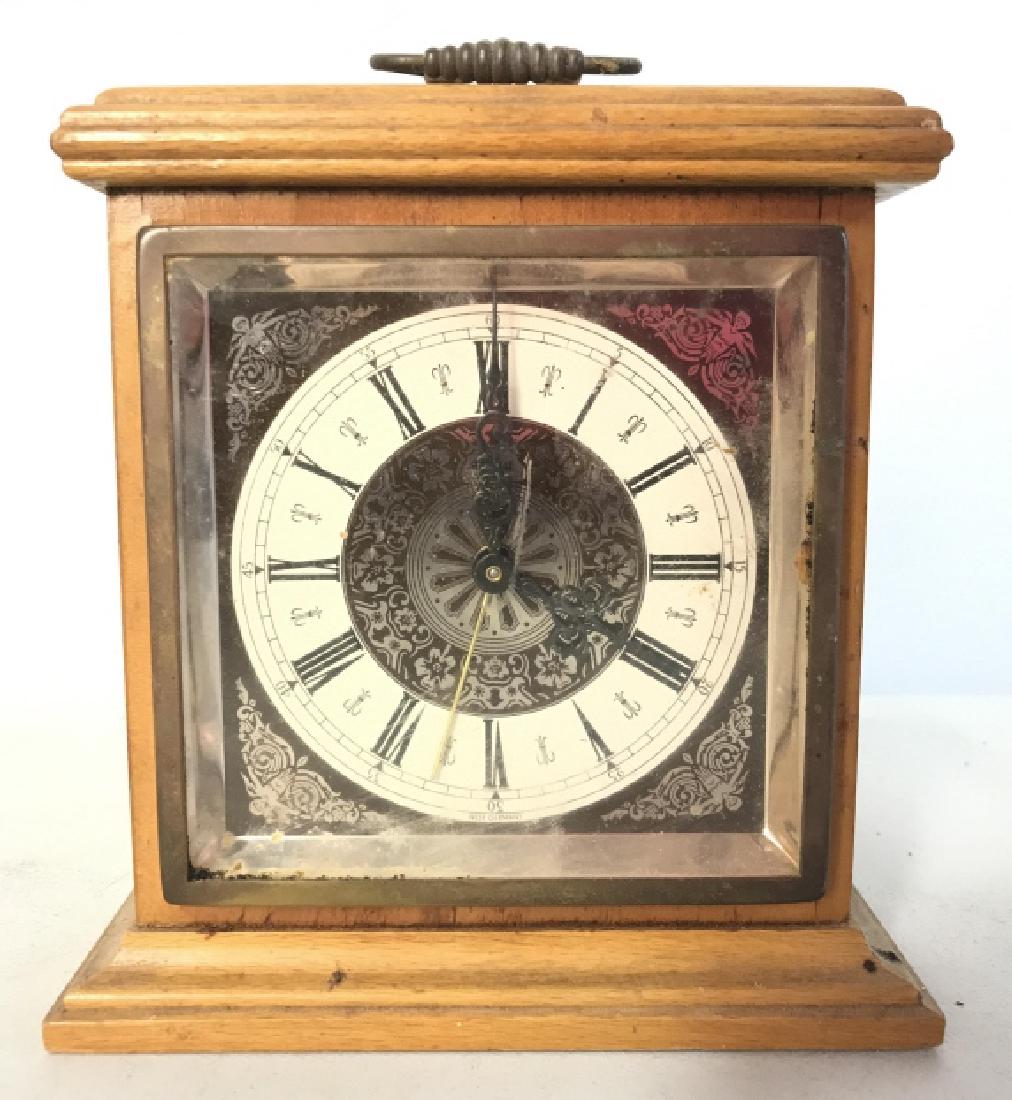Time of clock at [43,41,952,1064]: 12:19
